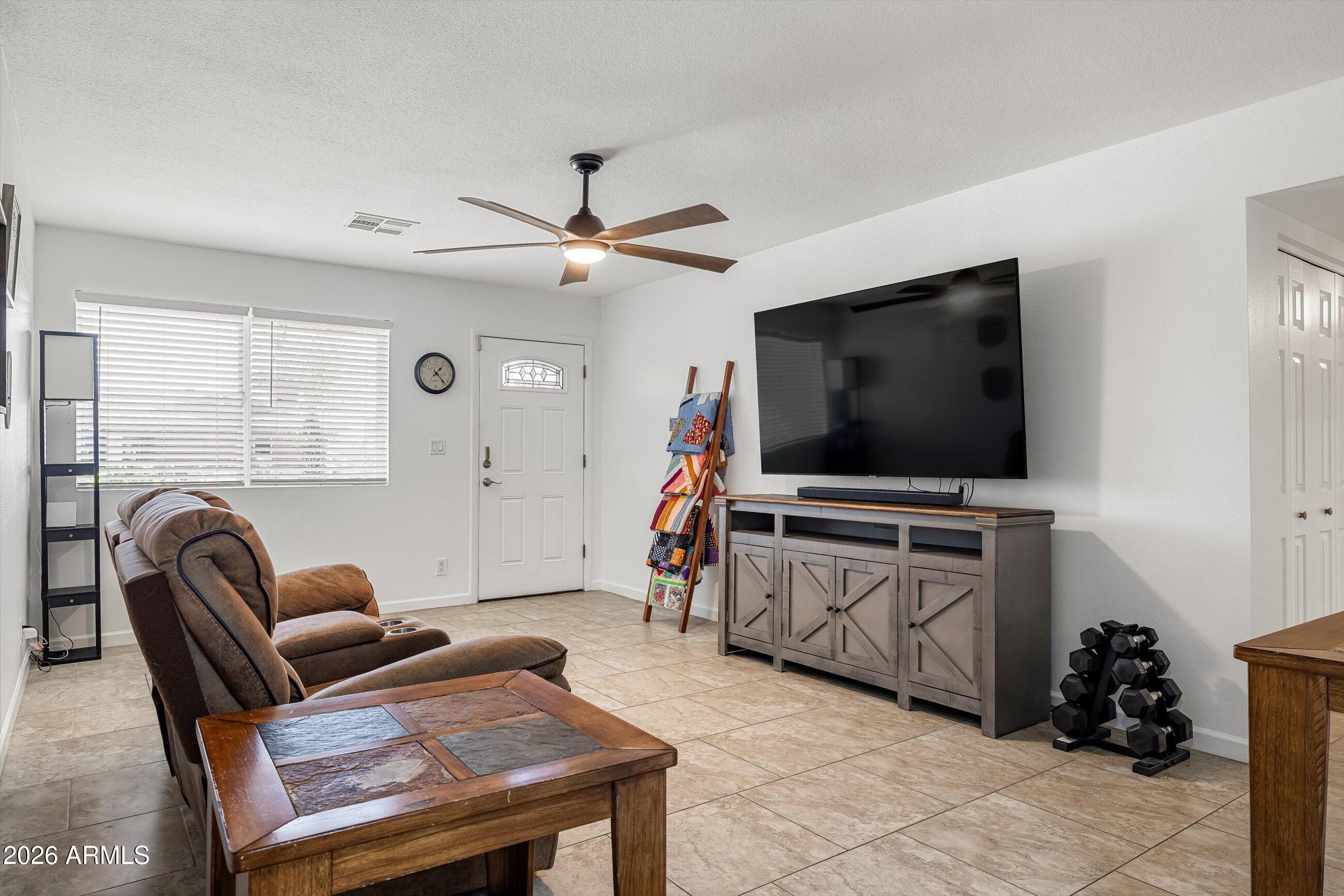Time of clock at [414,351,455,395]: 1:23
